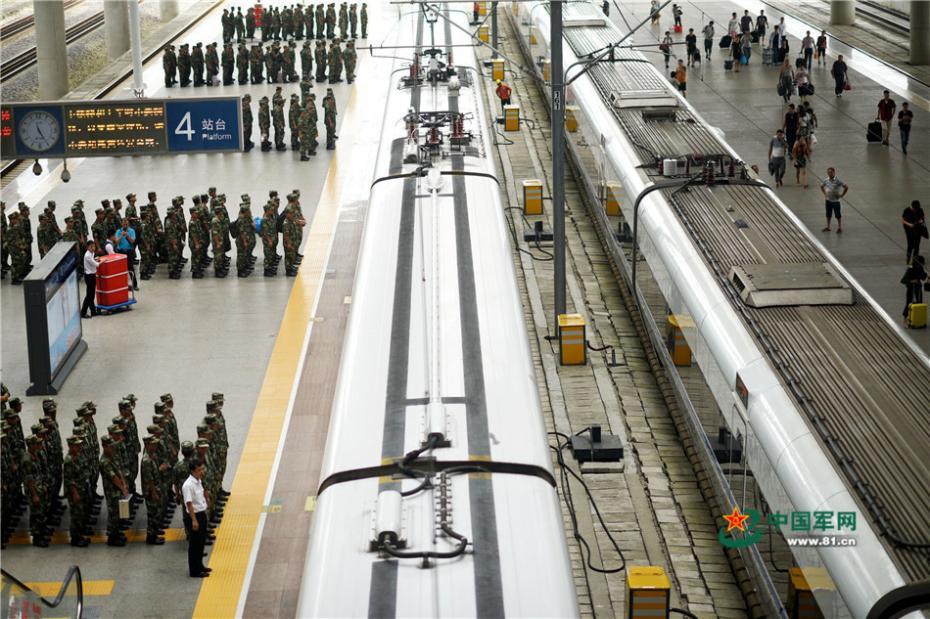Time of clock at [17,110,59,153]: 11:25
